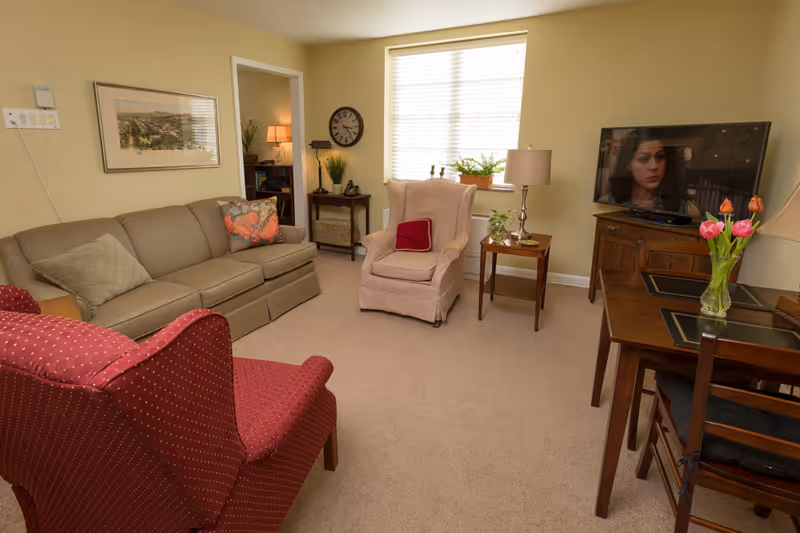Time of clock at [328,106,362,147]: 3:23
